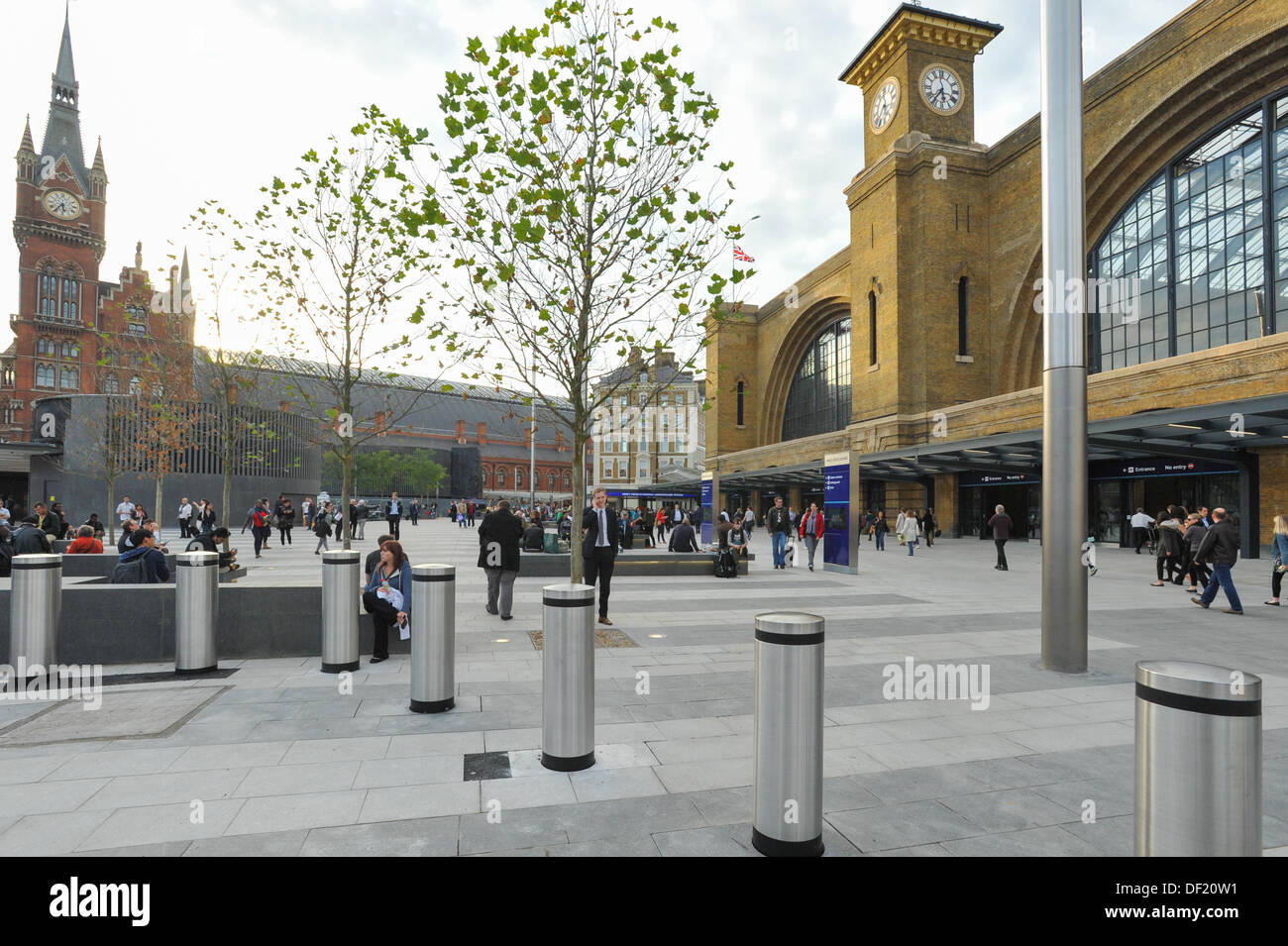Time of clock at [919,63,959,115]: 5:36
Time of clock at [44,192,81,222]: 5:36
